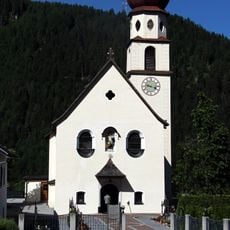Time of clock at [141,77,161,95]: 9:17
